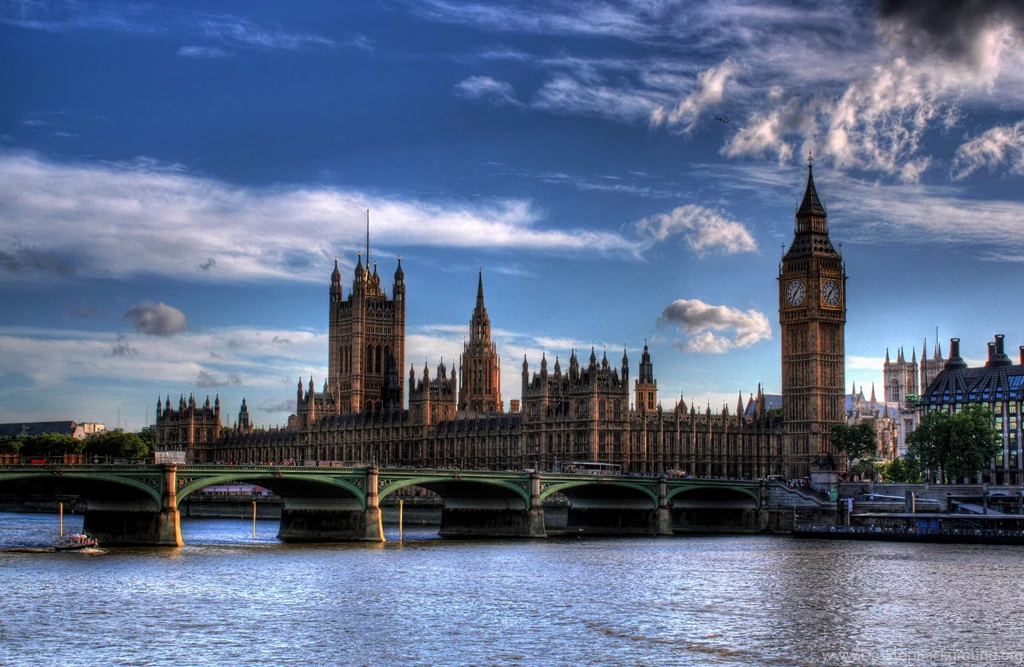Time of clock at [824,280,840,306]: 7:07
